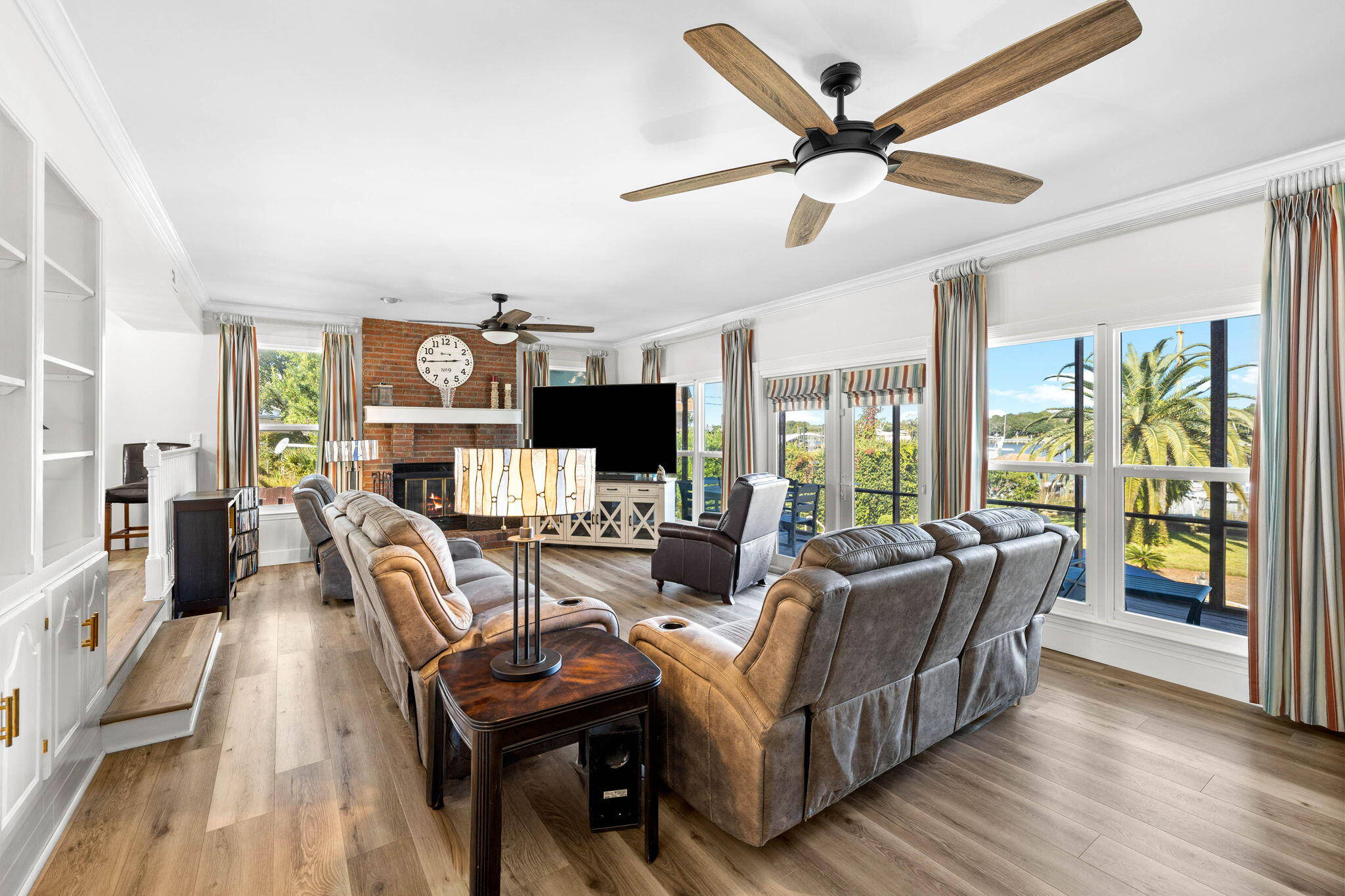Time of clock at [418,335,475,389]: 2:44
